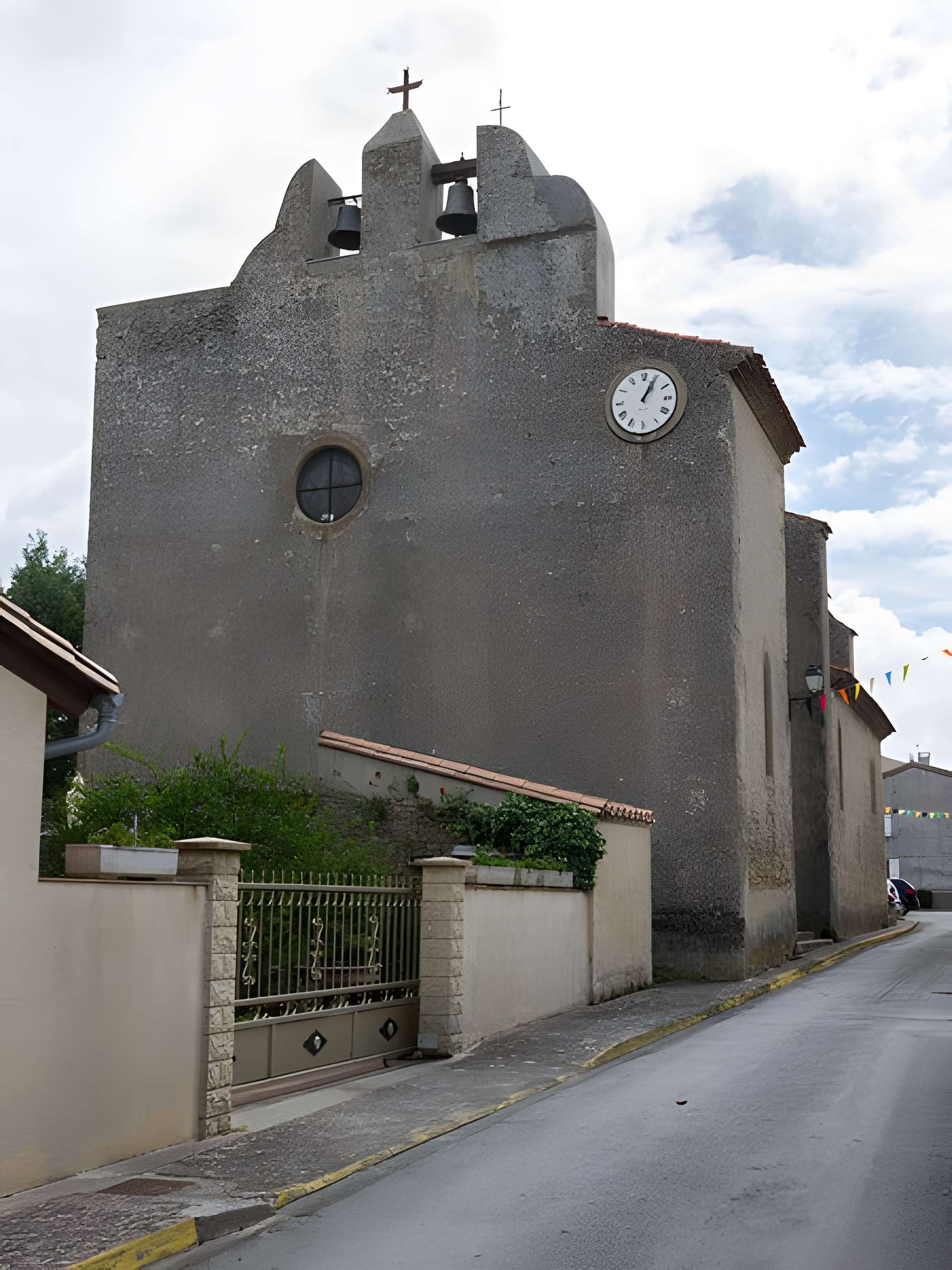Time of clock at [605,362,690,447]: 1:04
